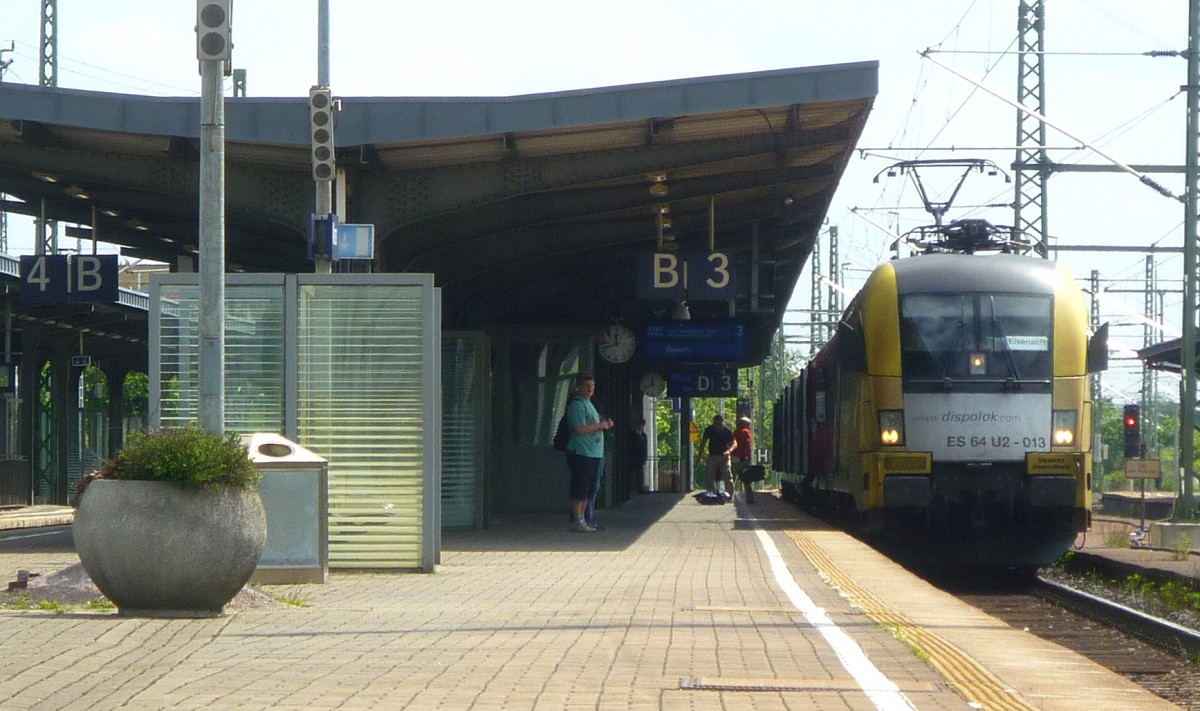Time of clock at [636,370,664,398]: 11:42
